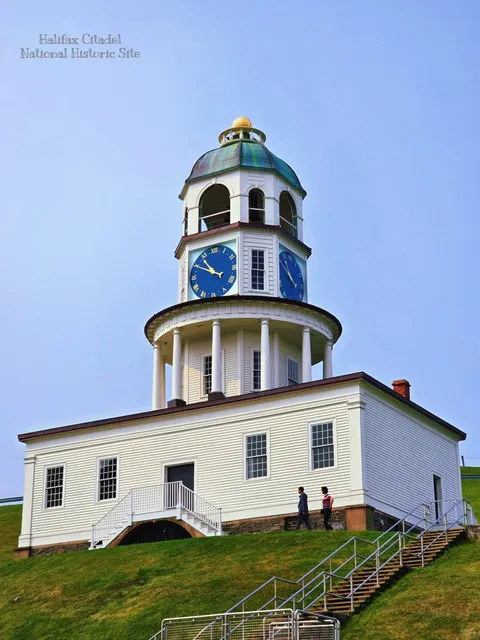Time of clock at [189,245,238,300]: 10:49
